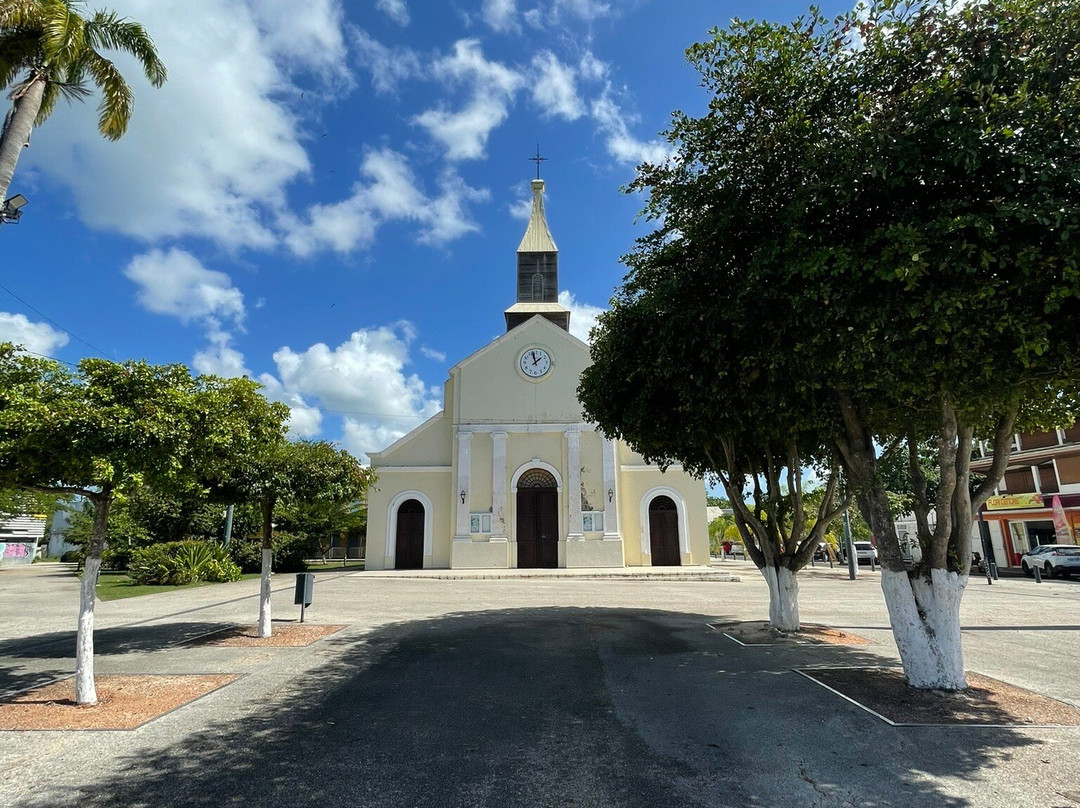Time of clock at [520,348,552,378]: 1:57
